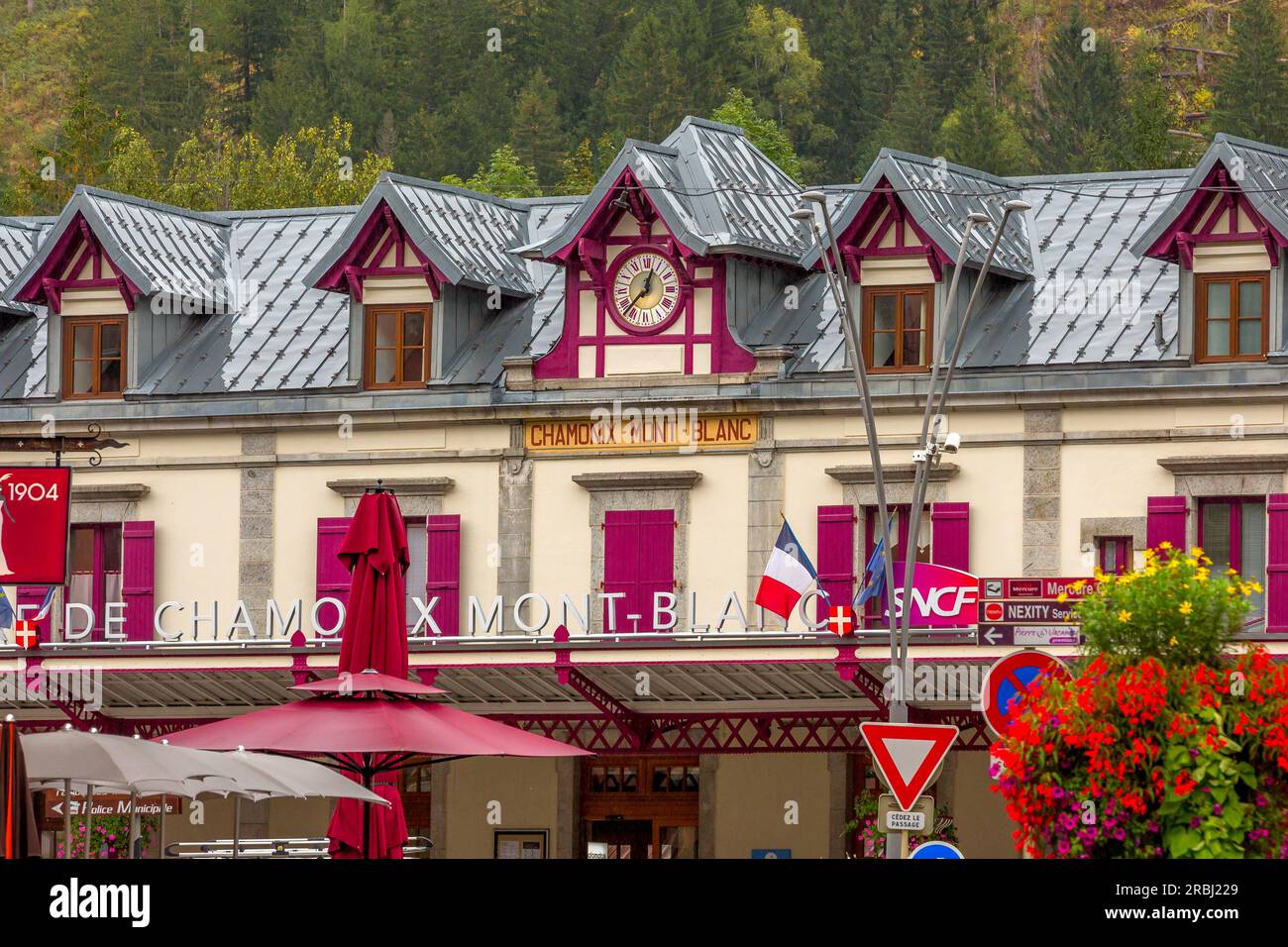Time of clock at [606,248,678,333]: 12:37
